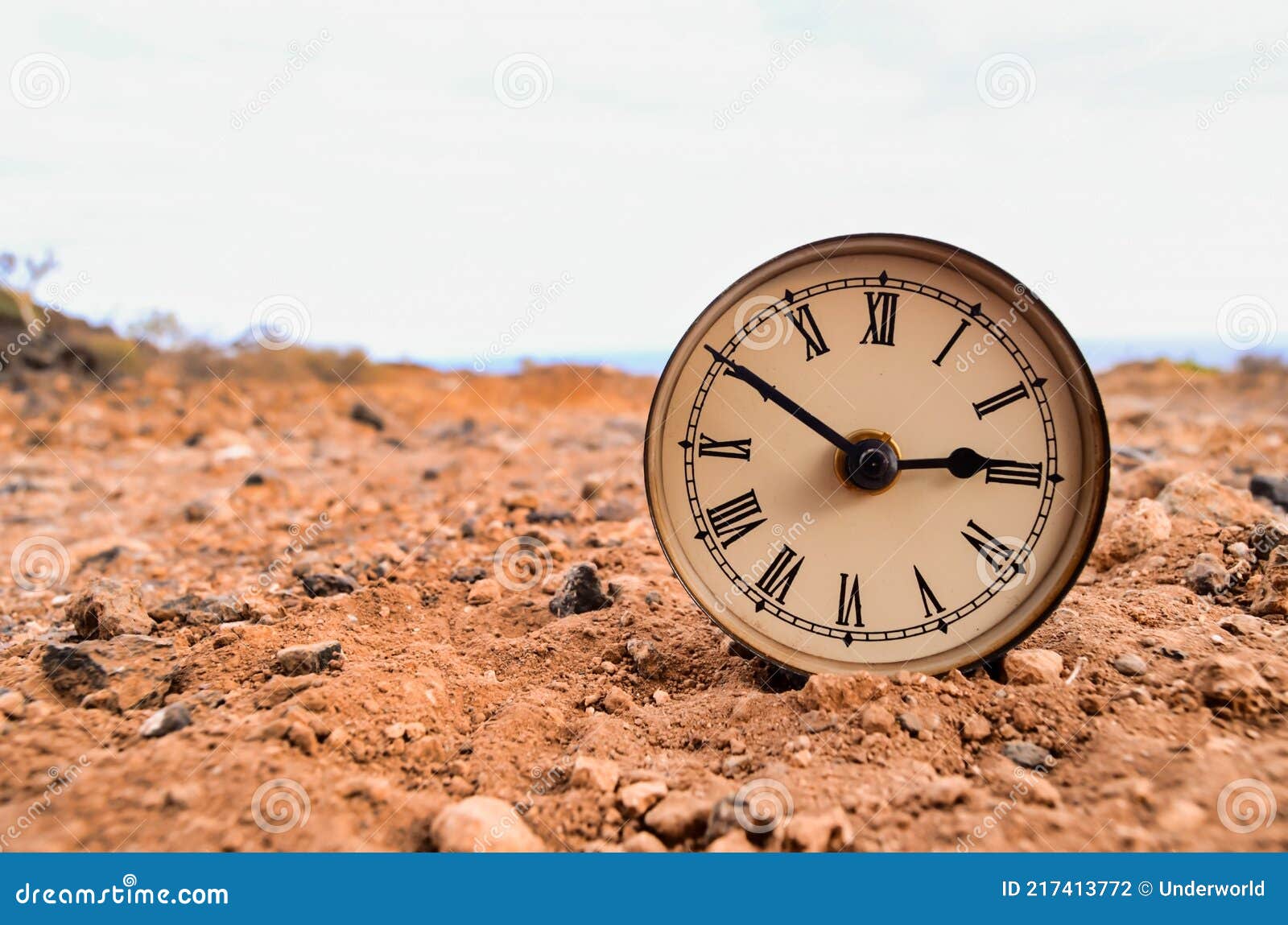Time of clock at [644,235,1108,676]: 2:50
